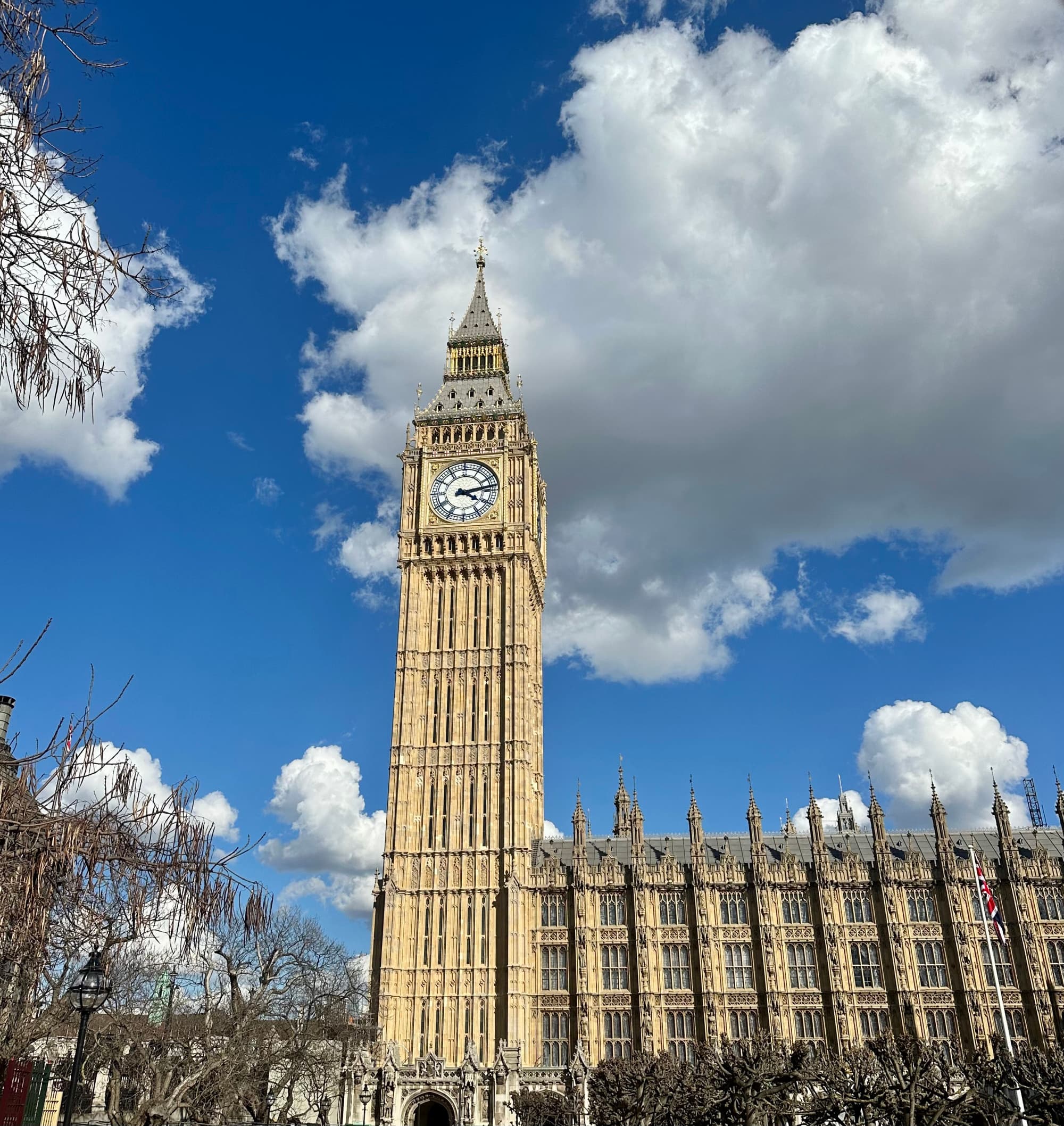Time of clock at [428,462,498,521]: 4:12
